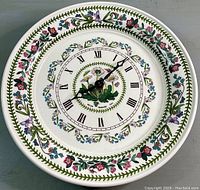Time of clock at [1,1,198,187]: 8:07
